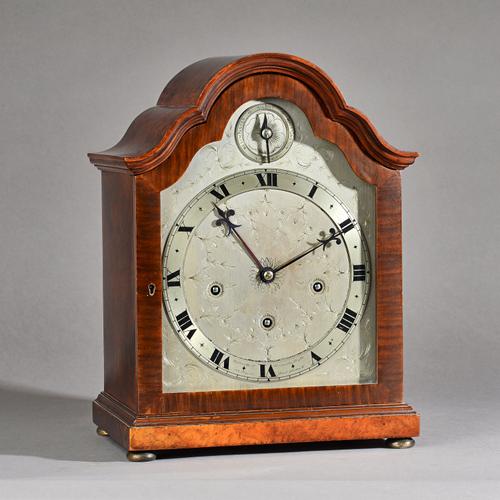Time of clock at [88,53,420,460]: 1:53
